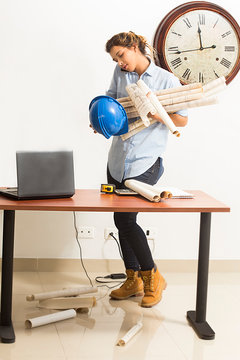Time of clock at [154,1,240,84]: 11:43
